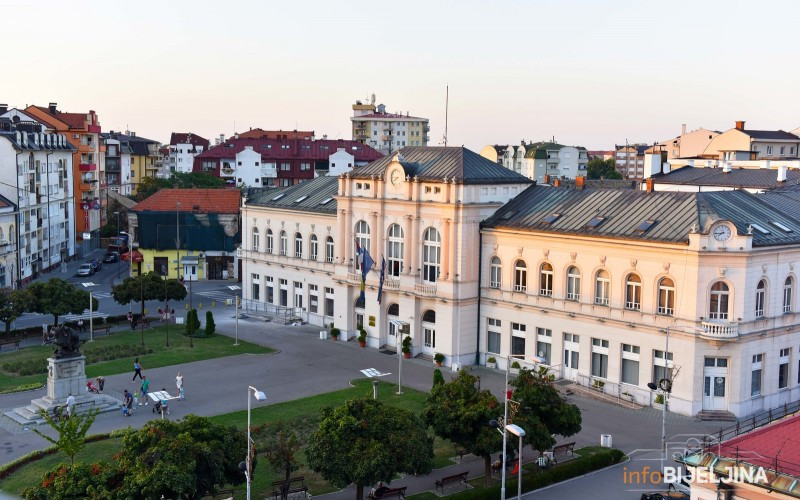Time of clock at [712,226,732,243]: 7:43
